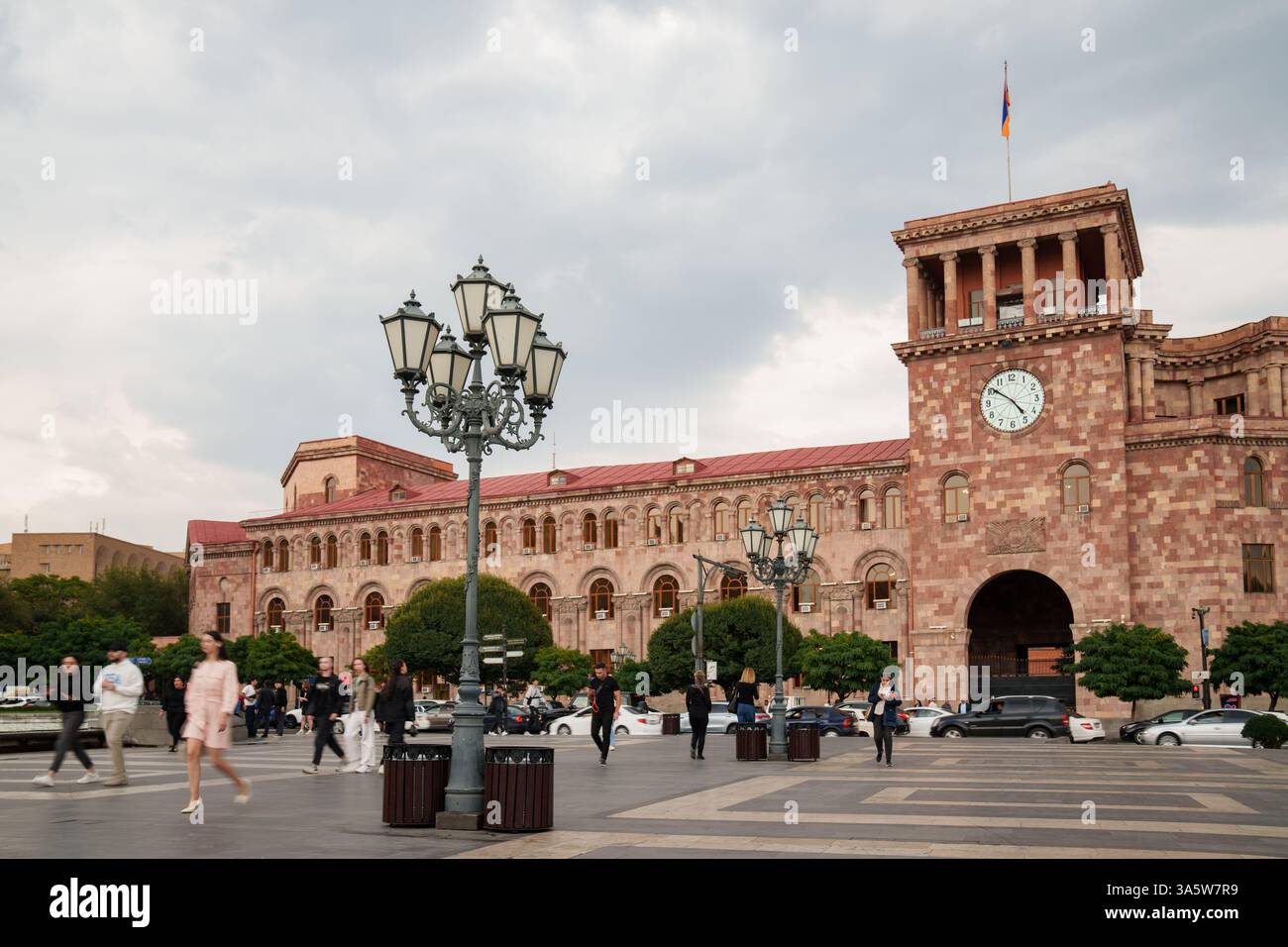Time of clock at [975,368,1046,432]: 4:50
